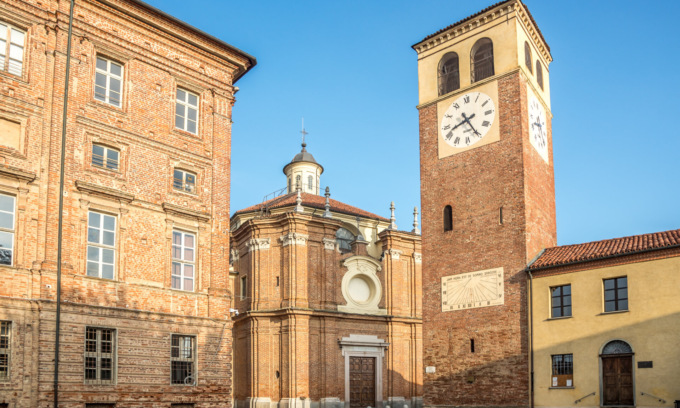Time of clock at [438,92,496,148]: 8:25
